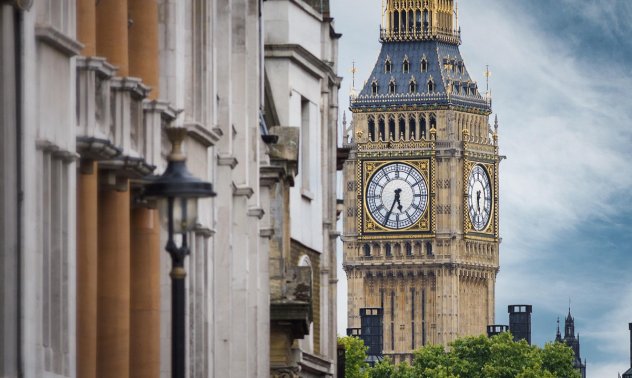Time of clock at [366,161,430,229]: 5:34
